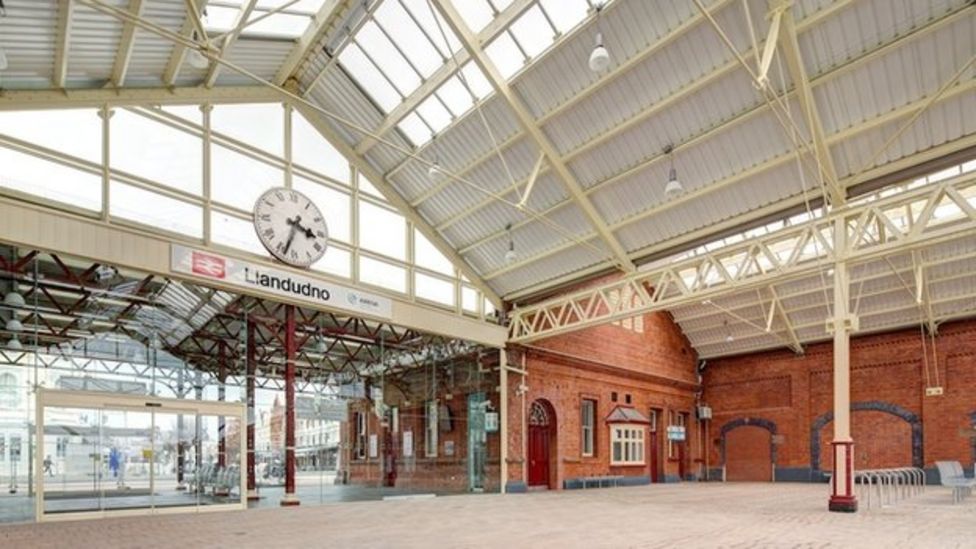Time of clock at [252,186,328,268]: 3:33
